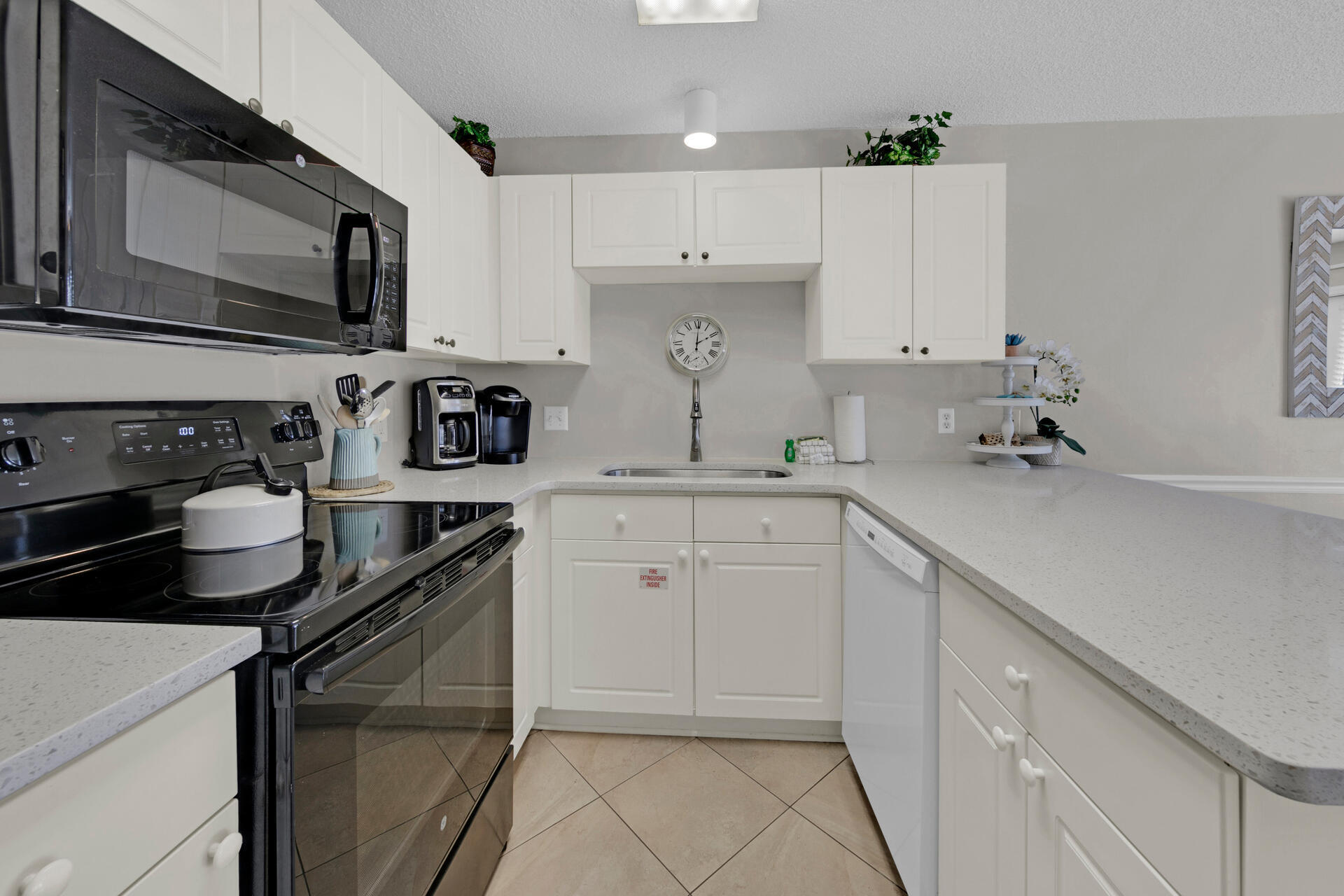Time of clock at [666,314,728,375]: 2:00
